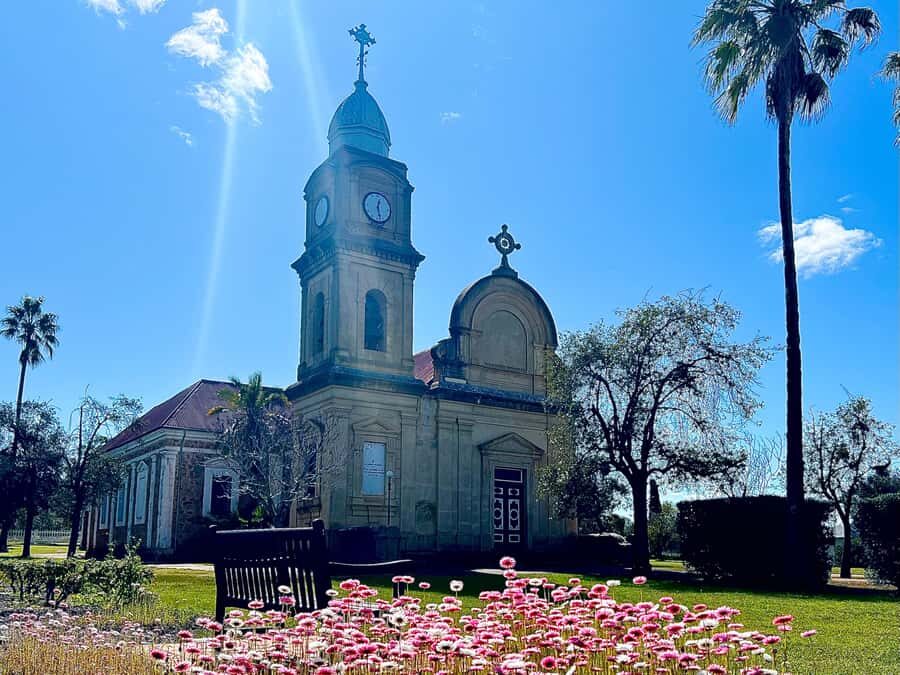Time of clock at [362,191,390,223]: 12:28
